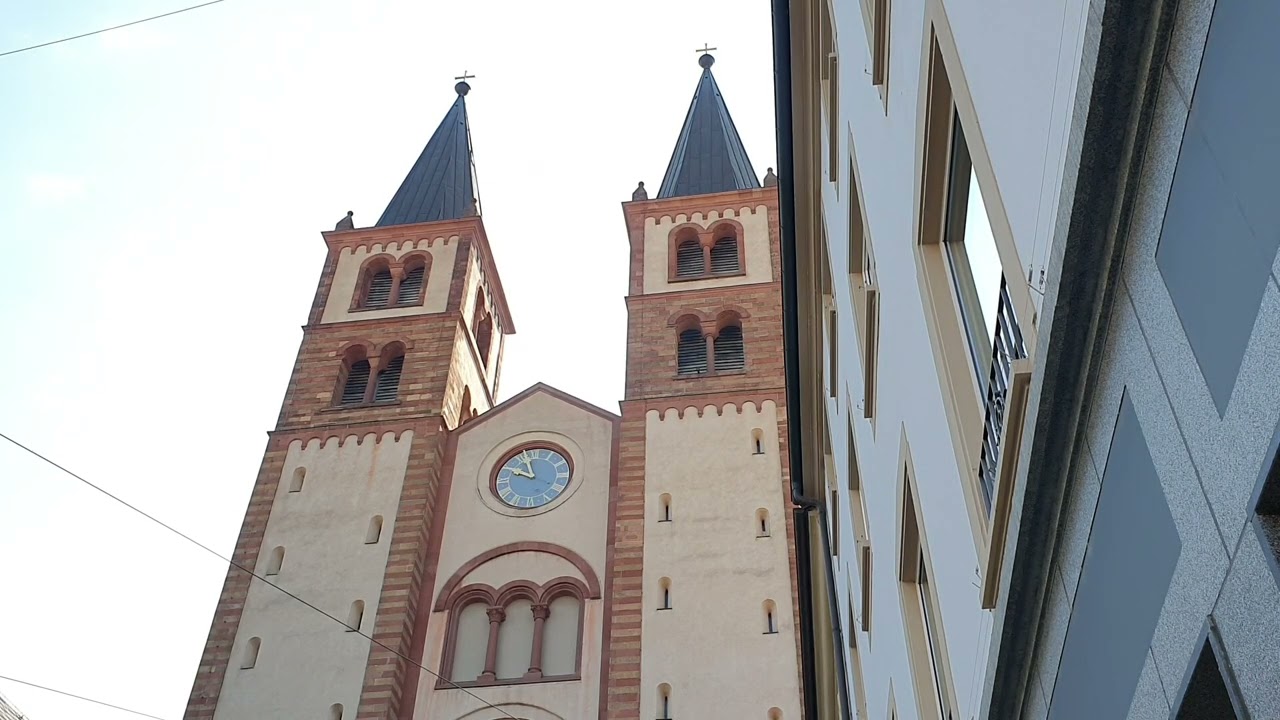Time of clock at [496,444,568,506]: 9:56
